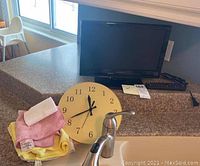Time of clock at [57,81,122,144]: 11:40
